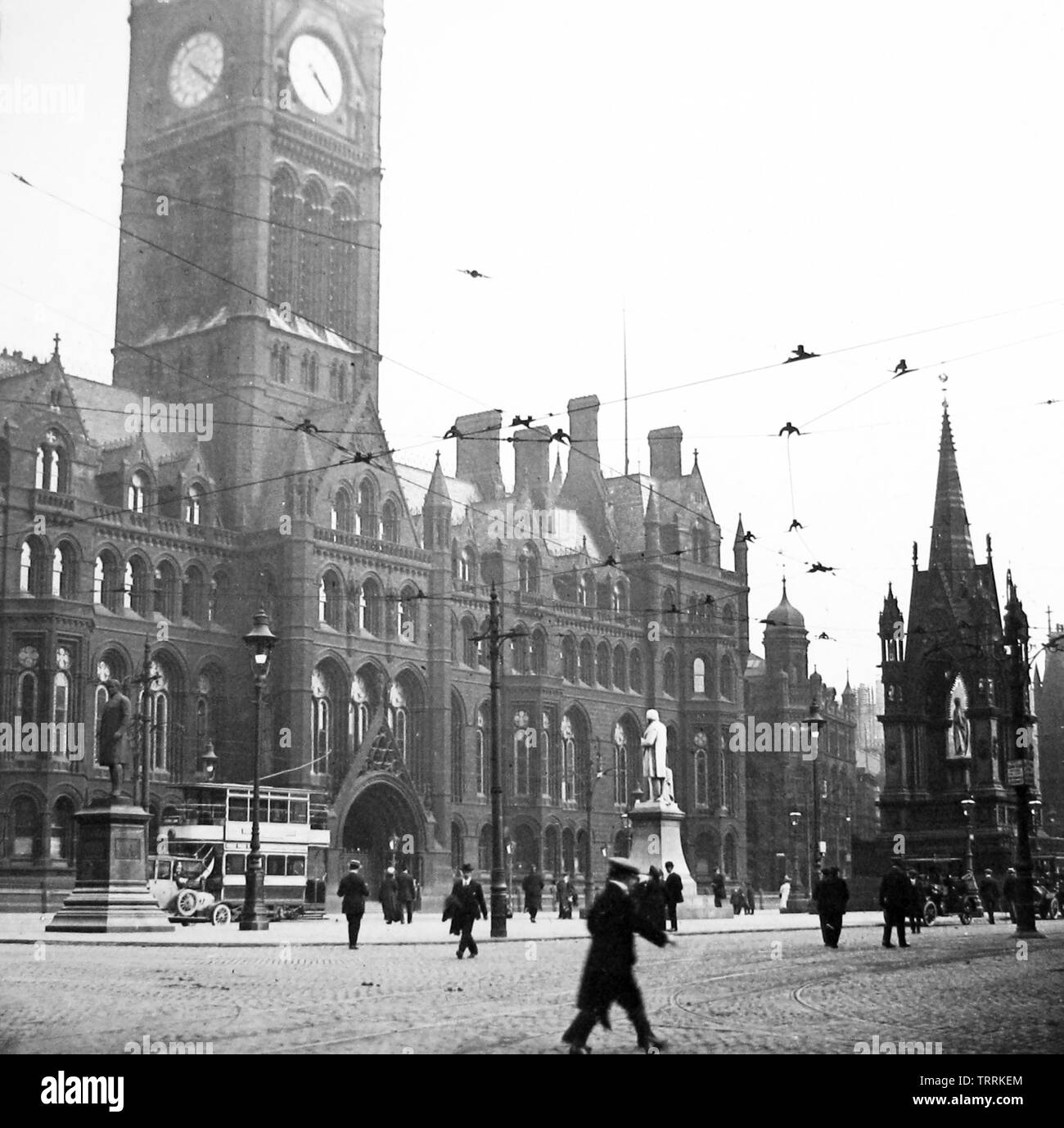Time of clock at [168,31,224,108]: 4:21
